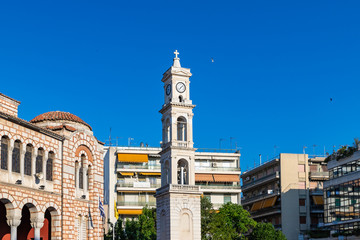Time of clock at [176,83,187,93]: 7:07
